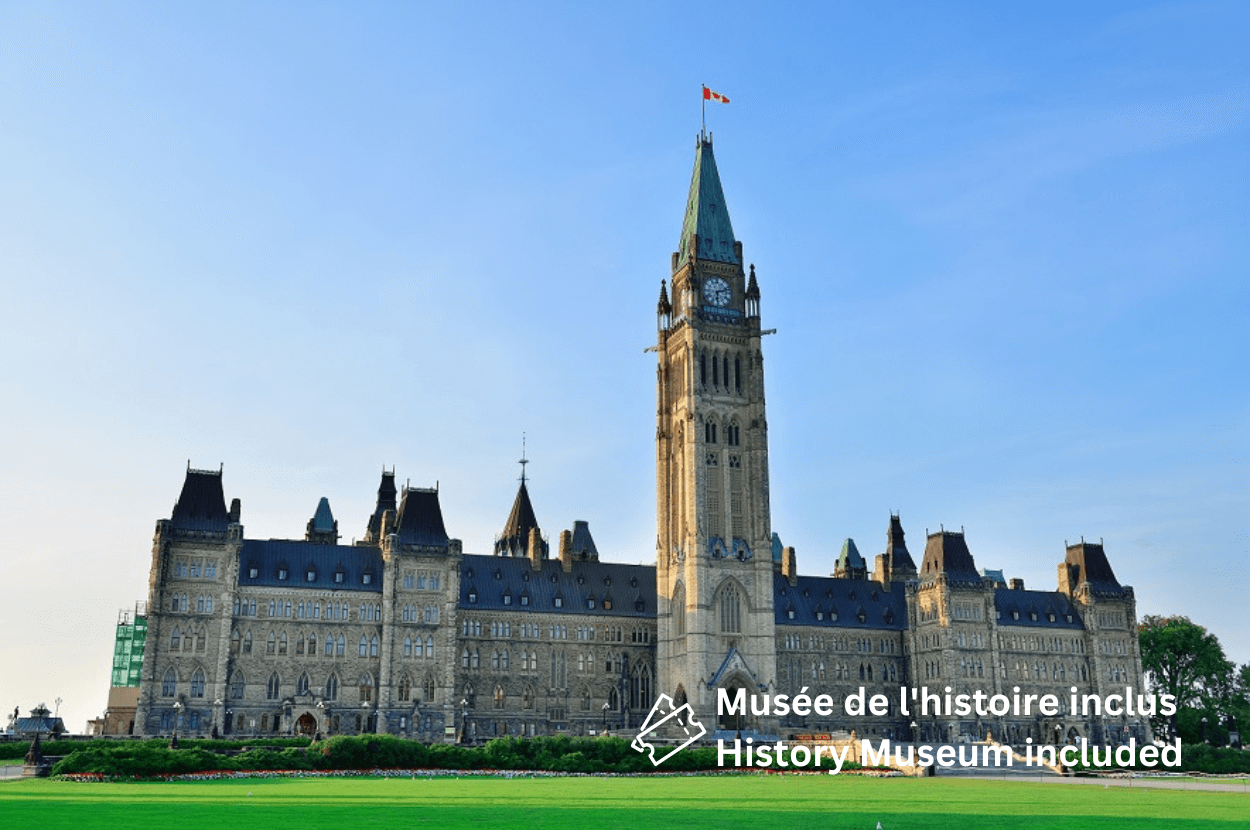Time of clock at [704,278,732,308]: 6:12
